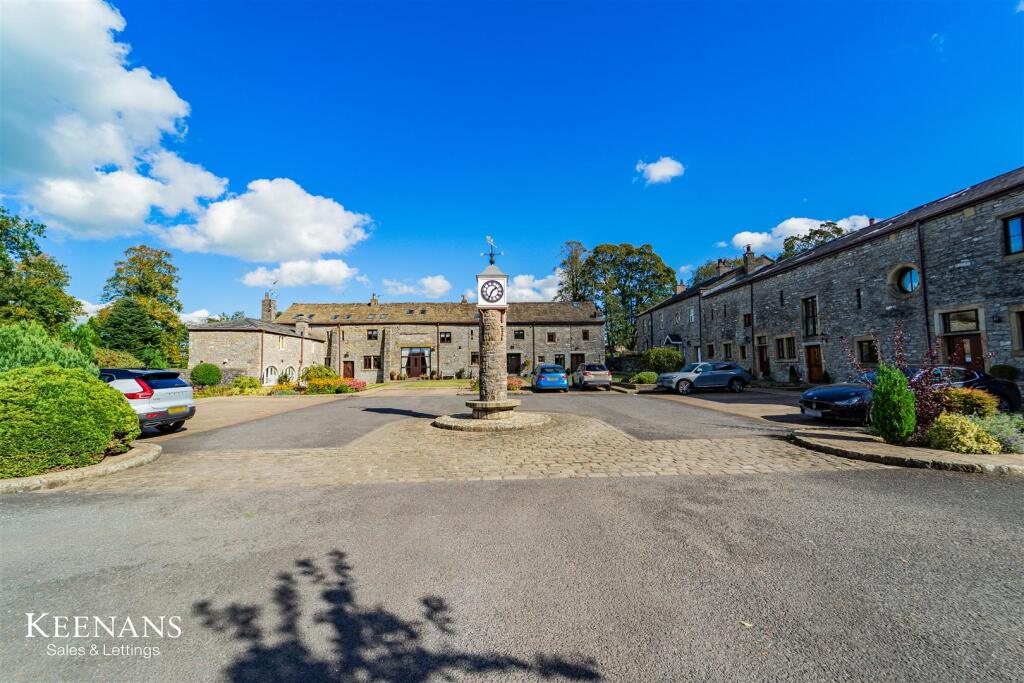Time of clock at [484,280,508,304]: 1:34
